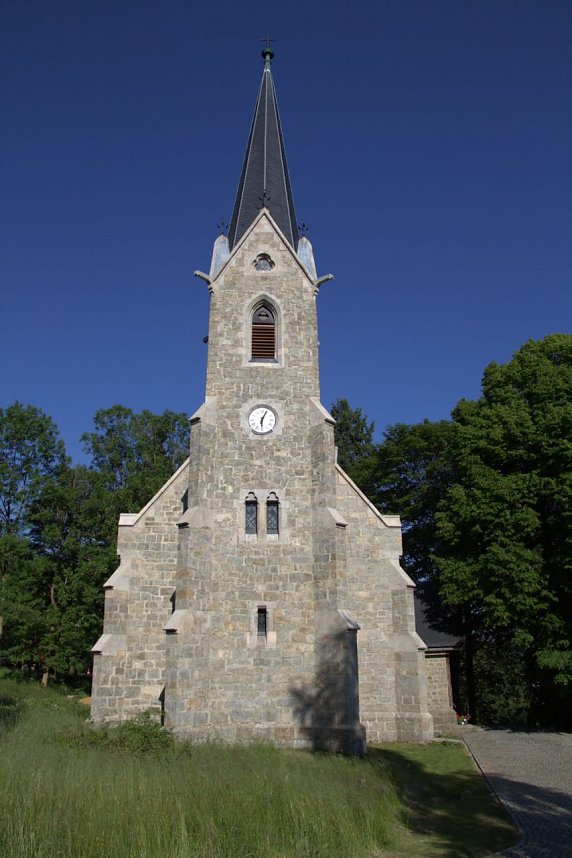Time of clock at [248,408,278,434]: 6:03
